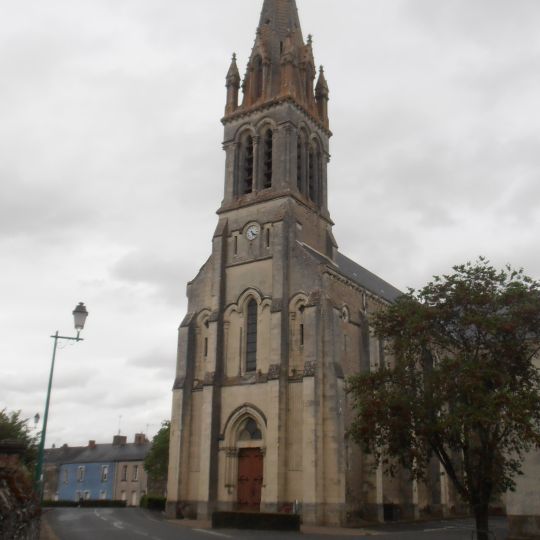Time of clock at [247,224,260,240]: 5:21
